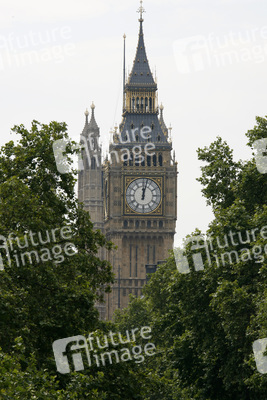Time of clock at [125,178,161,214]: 12:02
